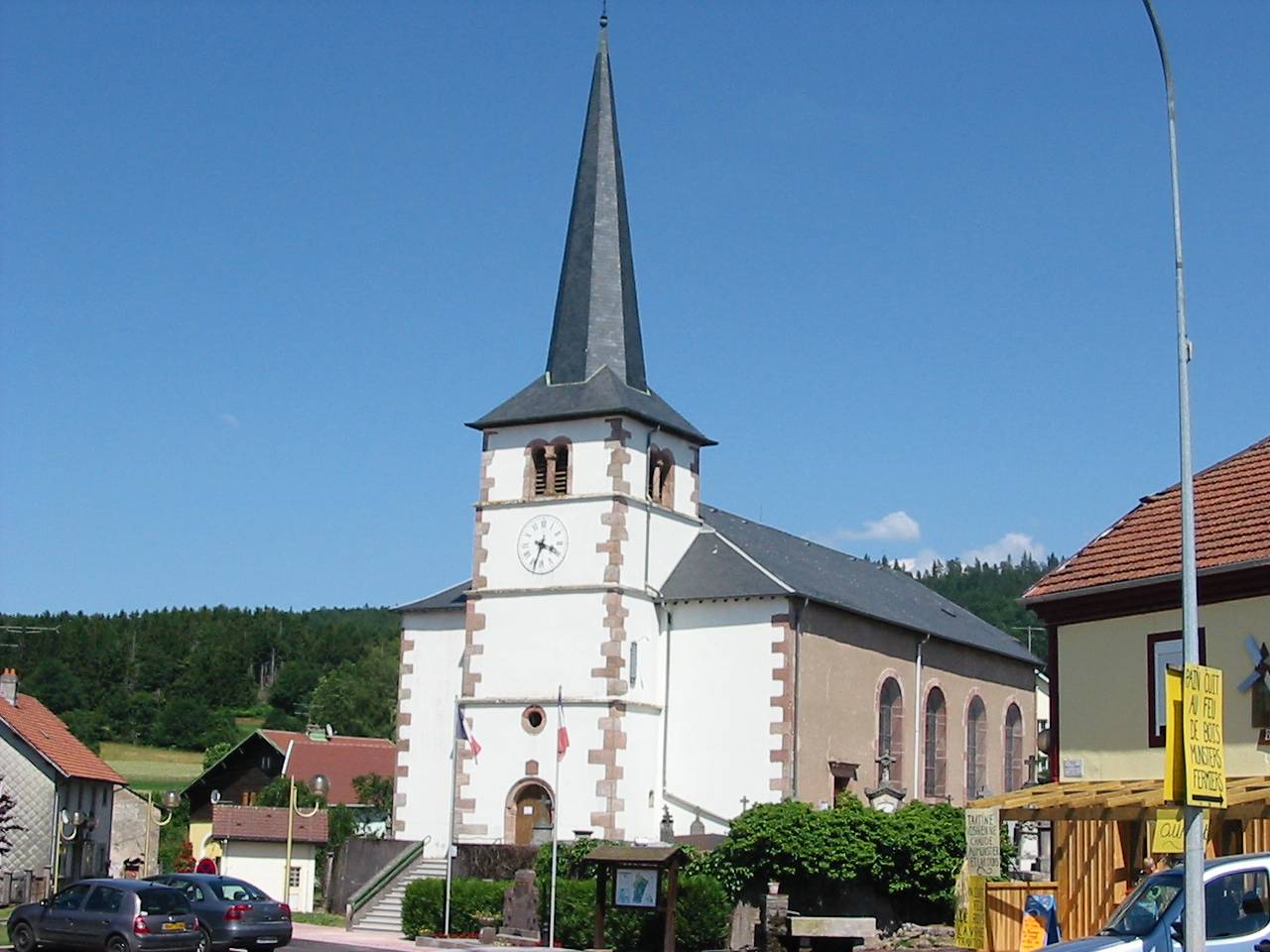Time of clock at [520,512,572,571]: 3:33
